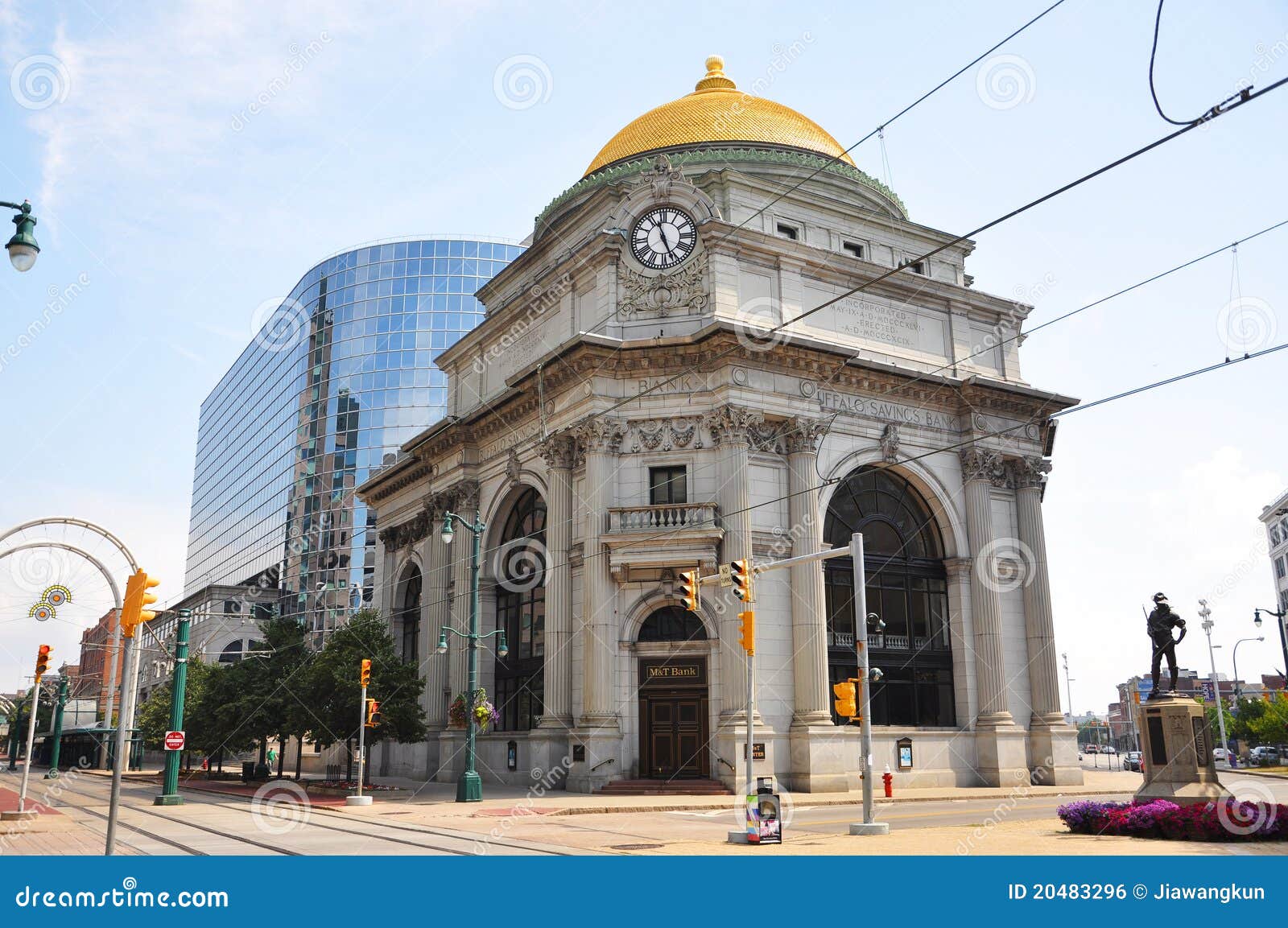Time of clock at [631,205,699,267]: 11:26
